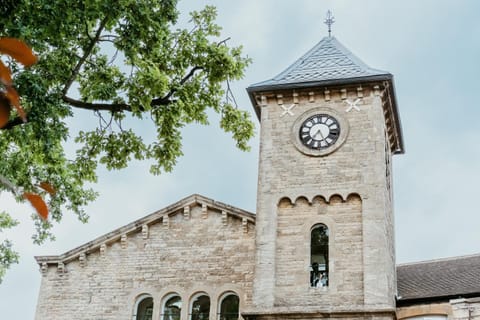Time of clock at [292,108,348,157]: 7:25
